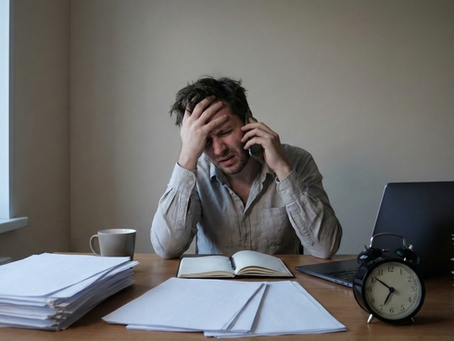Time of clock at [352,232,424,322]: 6:51
